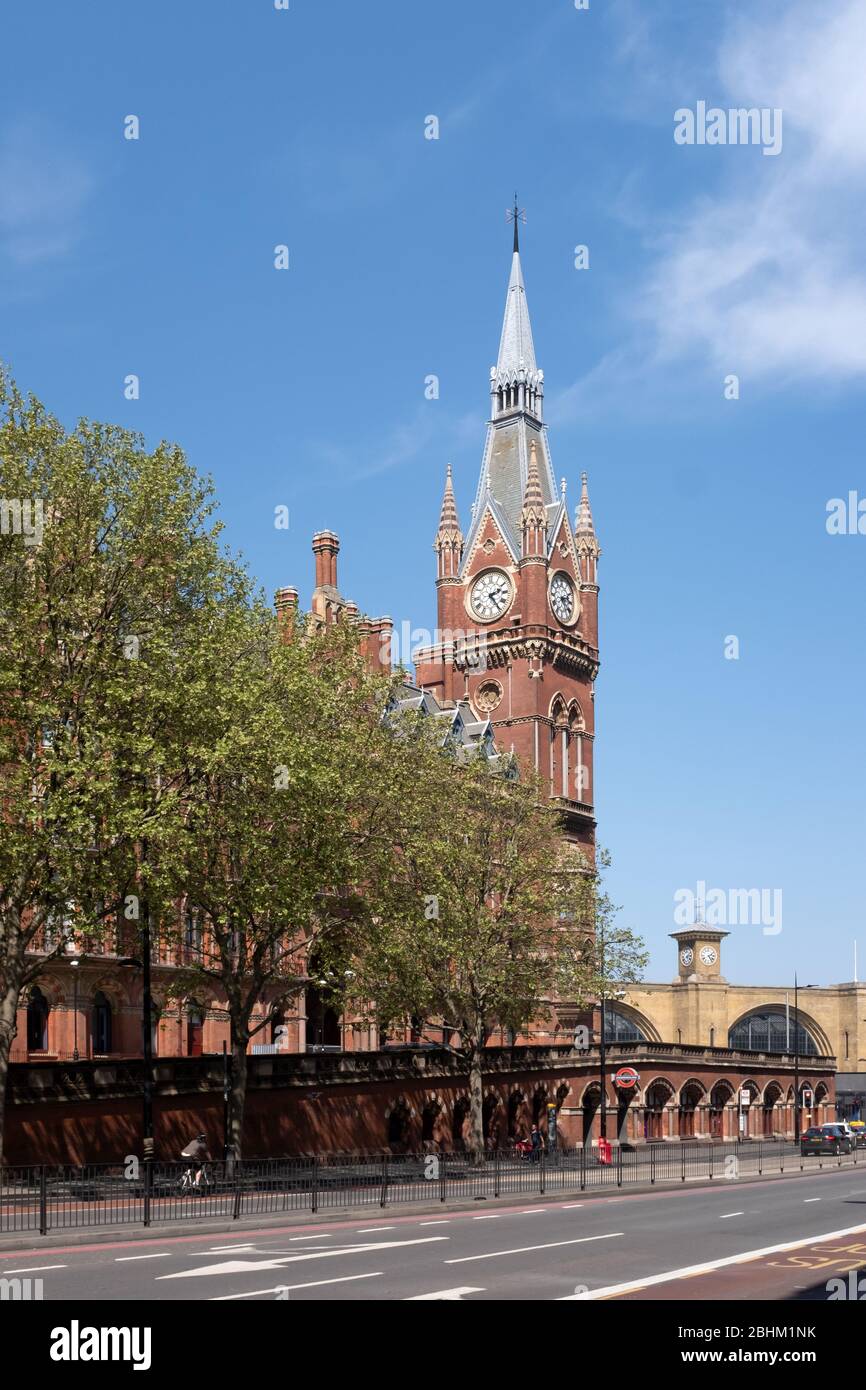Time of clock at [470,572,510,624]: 2:24
